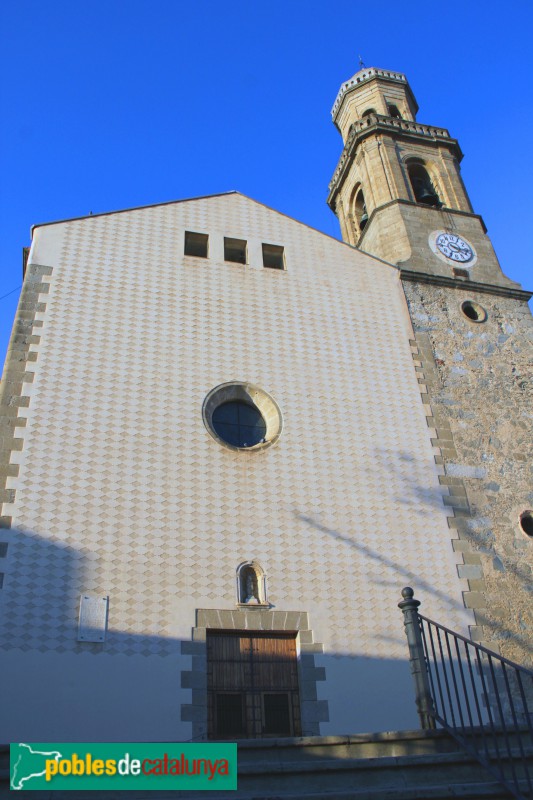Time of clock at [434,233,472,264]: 4:16
